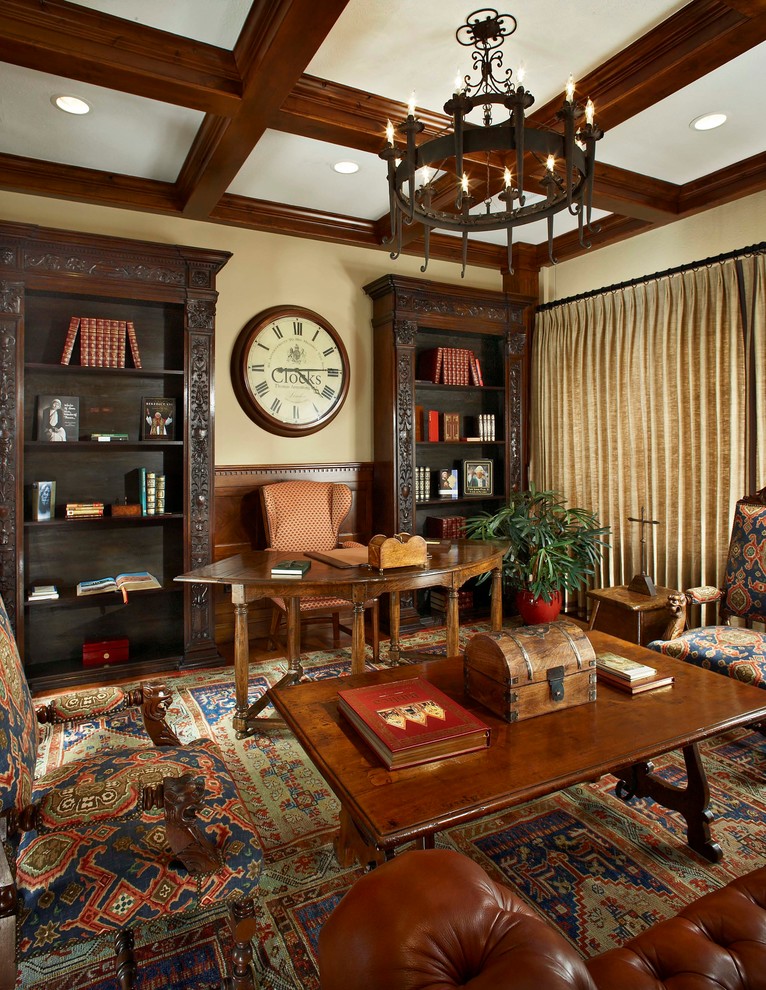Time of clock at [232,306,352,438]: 4:14
